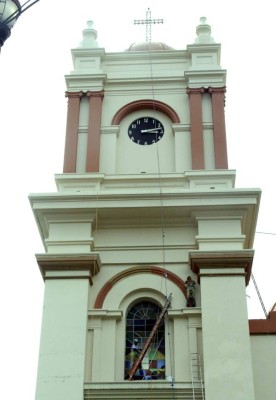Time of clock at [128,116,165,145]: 3:12
